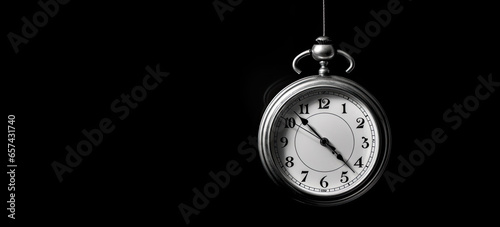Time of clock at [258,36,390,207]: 10:22
